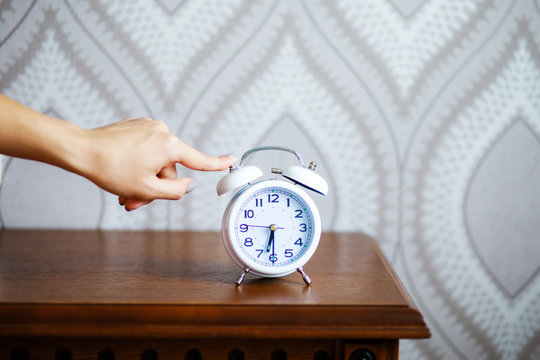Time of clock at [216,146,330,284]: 6:30
